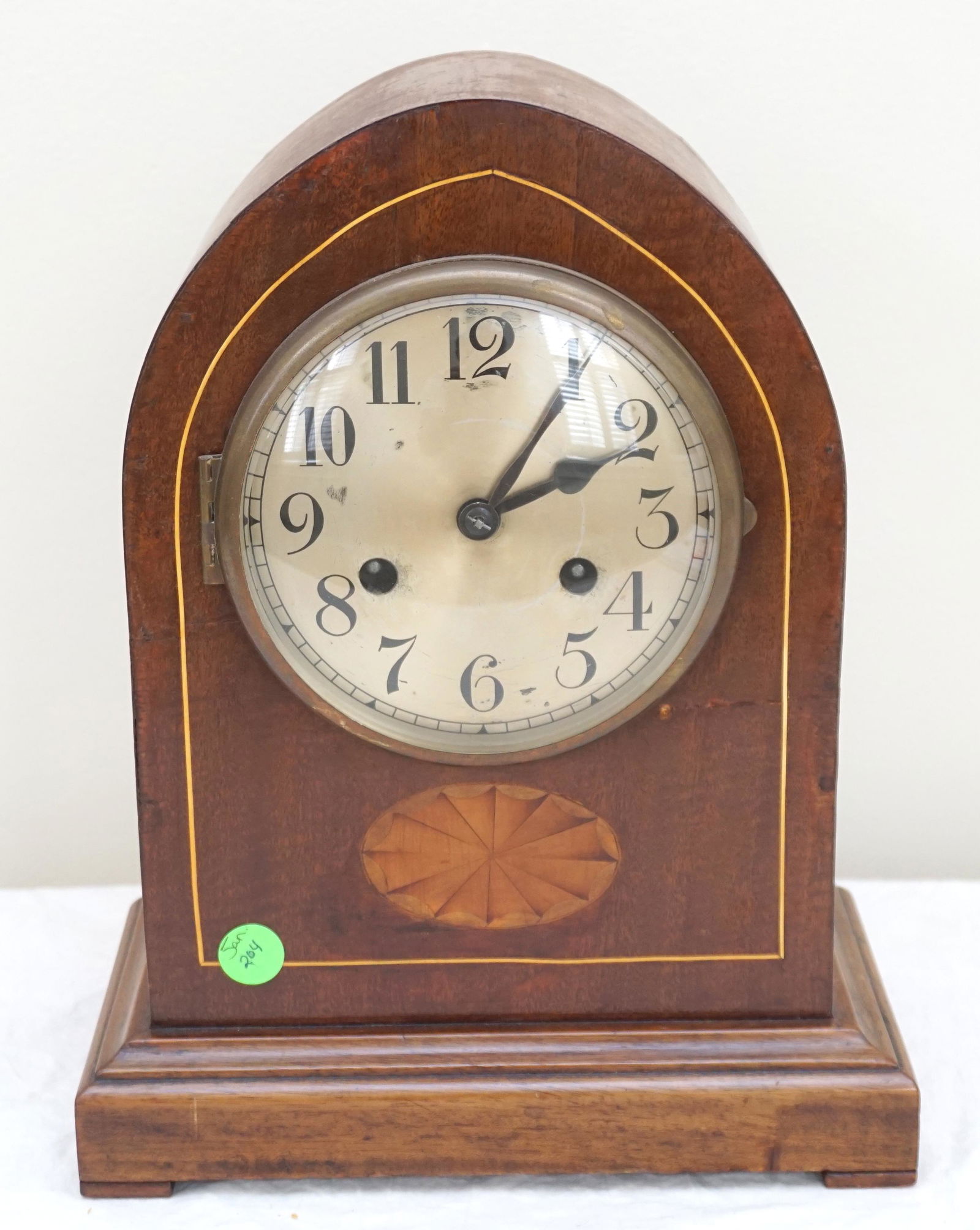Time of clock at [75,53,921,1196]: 2:05
